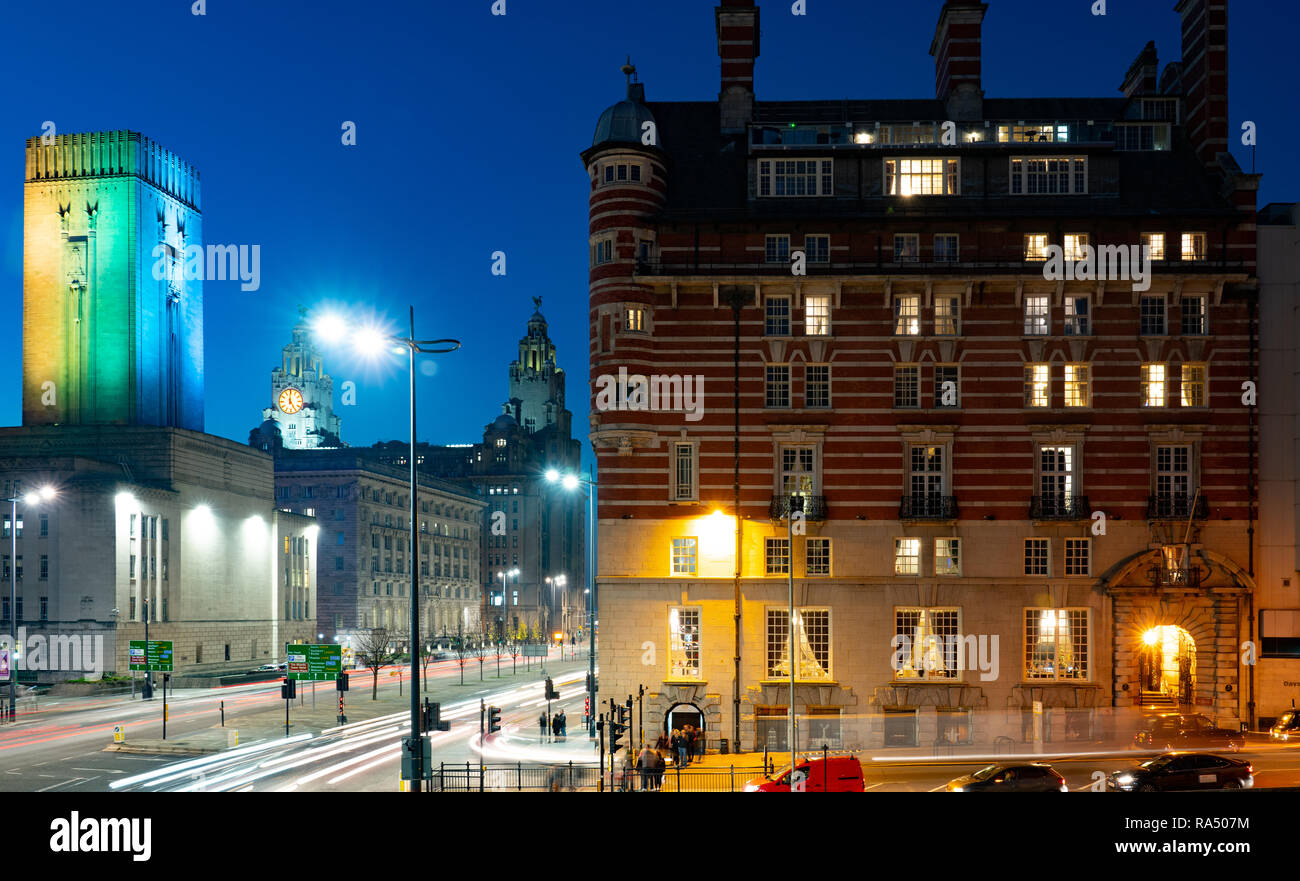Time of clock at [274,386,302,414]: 4:59
